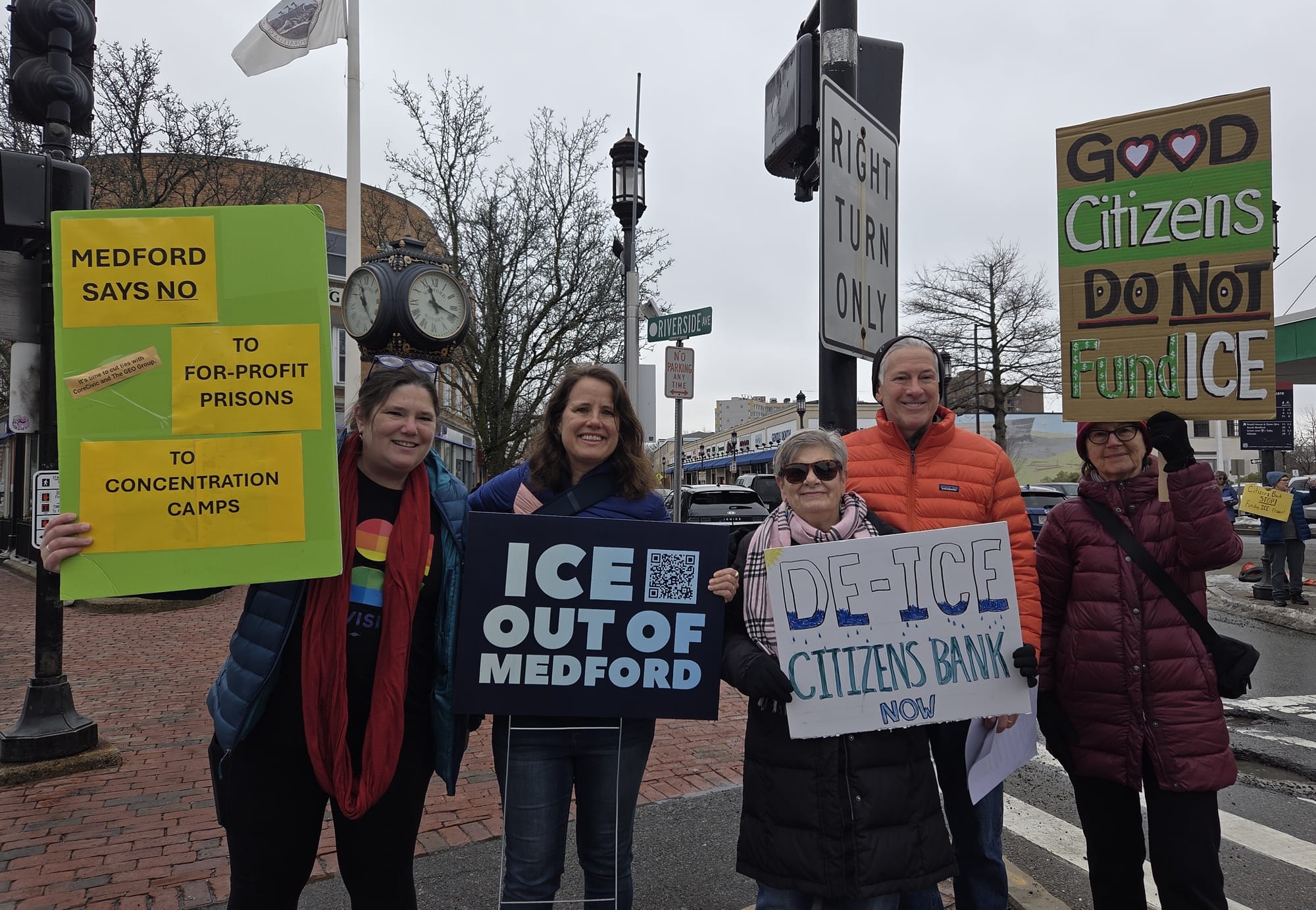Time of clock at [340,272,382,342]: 10:56
